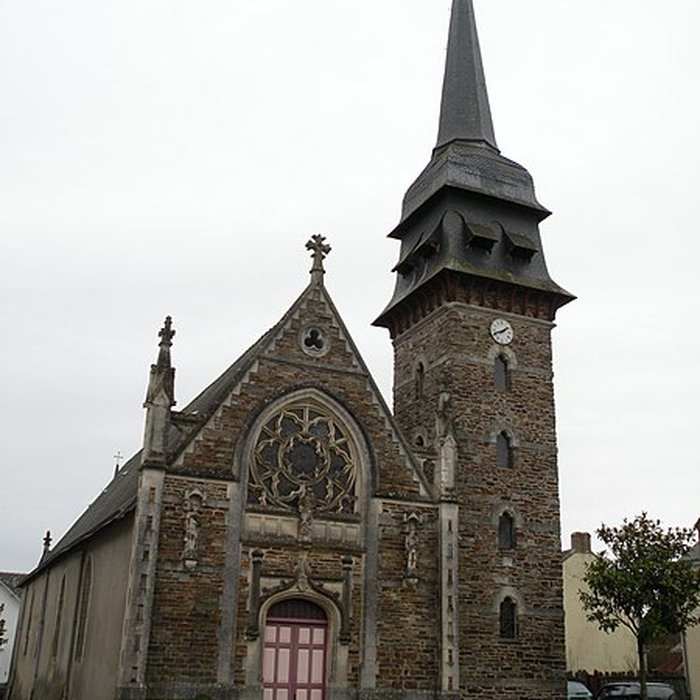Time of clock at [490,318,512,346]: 1:41
